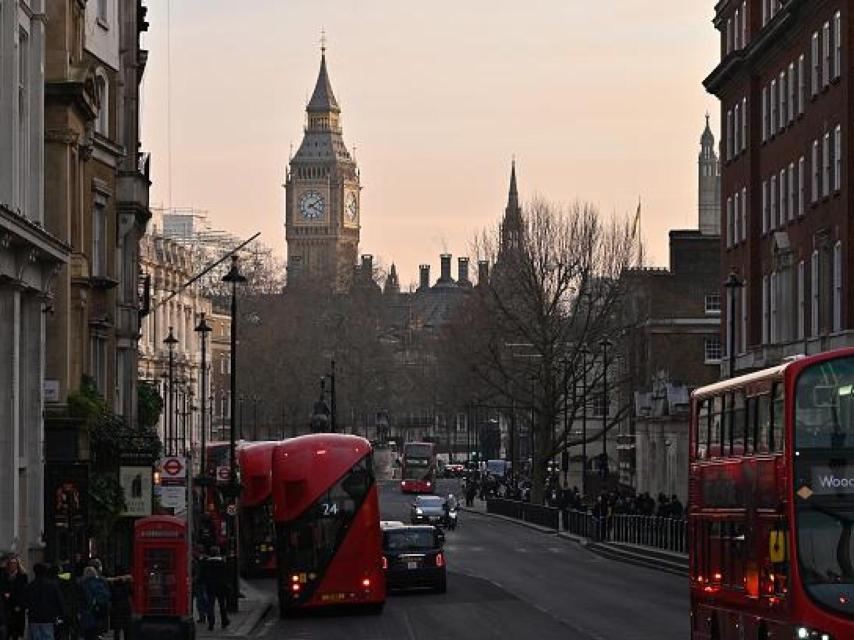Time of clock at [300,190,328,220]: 4:09
